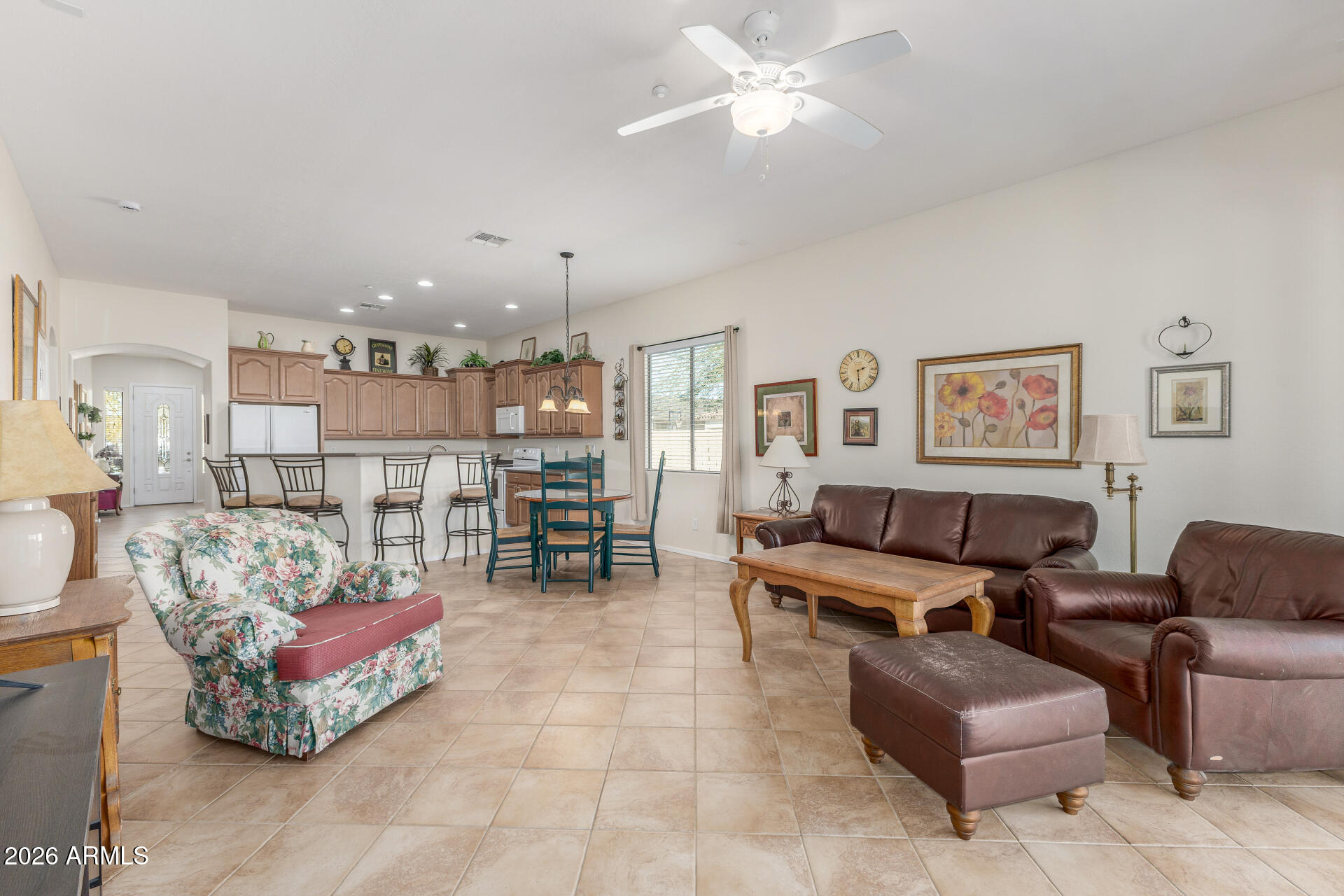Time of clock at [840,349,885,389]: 2:29
